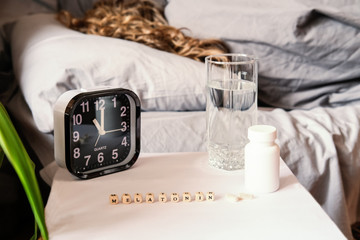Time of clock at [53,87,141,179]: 11:00
